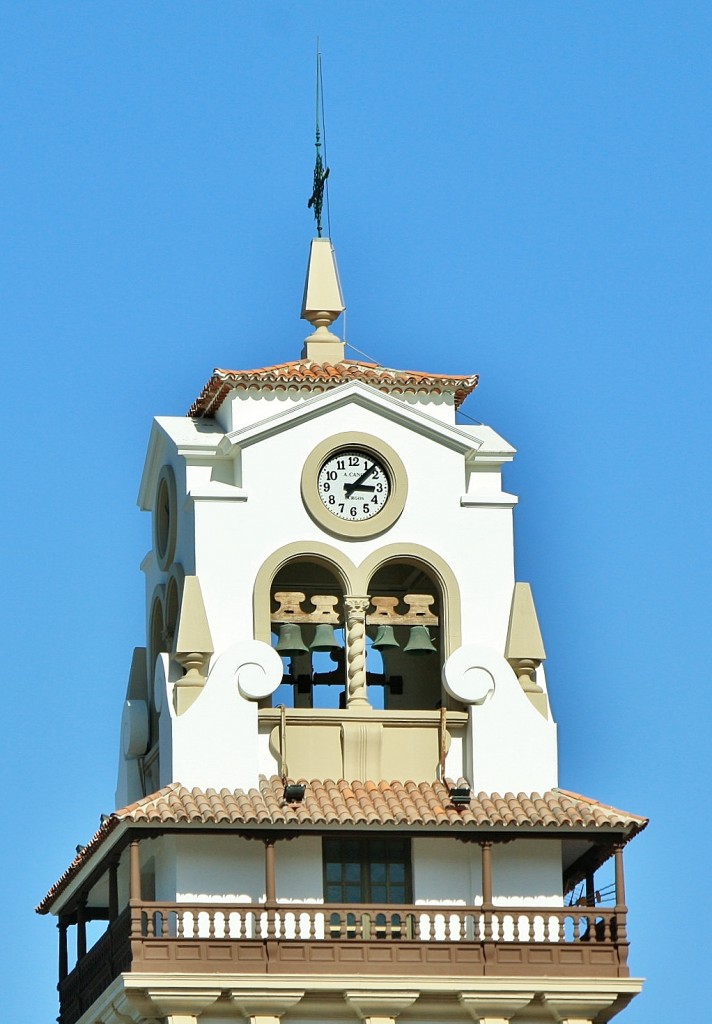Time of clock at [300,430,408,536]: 3:07
